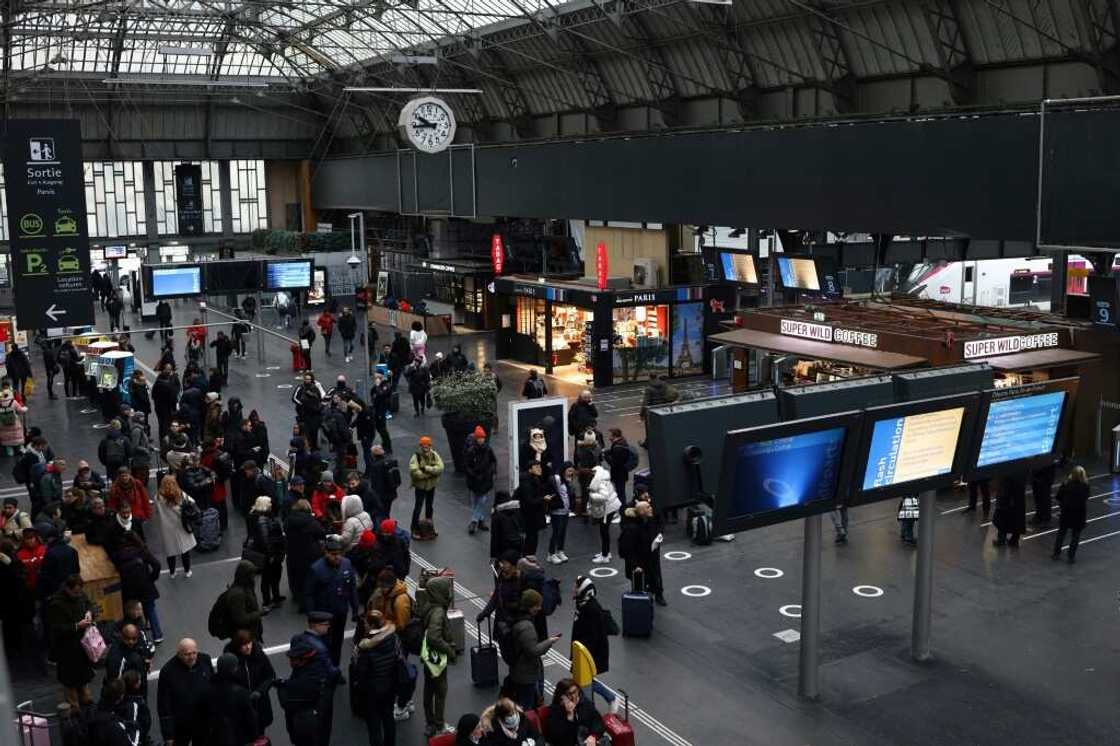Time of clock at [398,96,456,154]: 9:43
